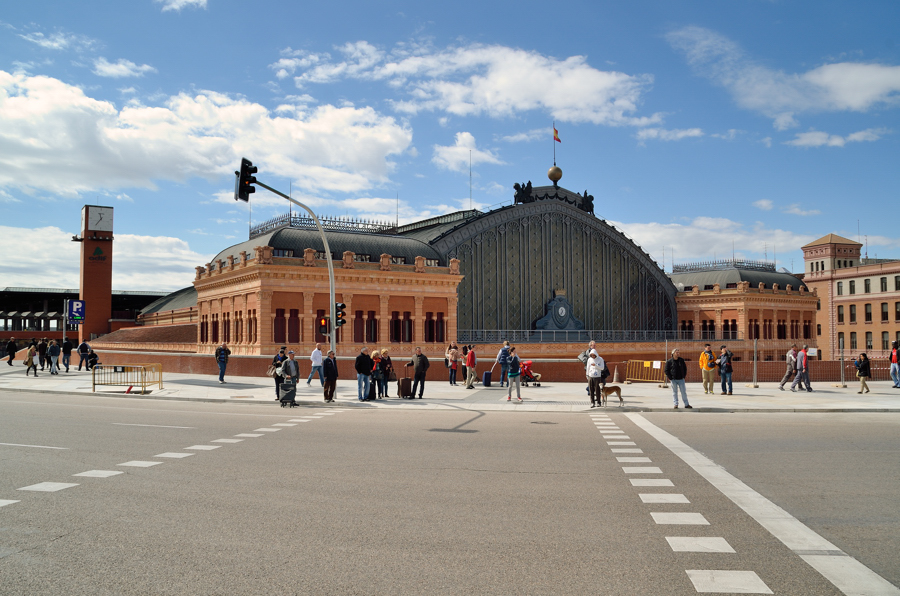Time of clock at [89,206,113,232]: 11:36
